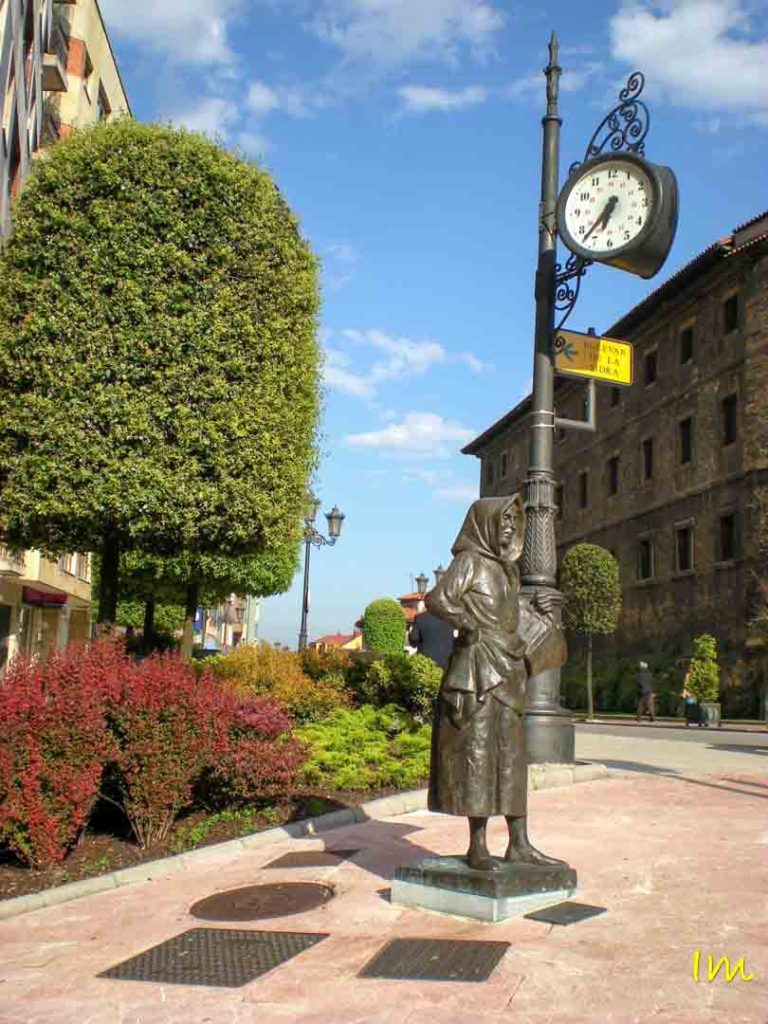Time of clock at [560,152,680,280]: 6:37
